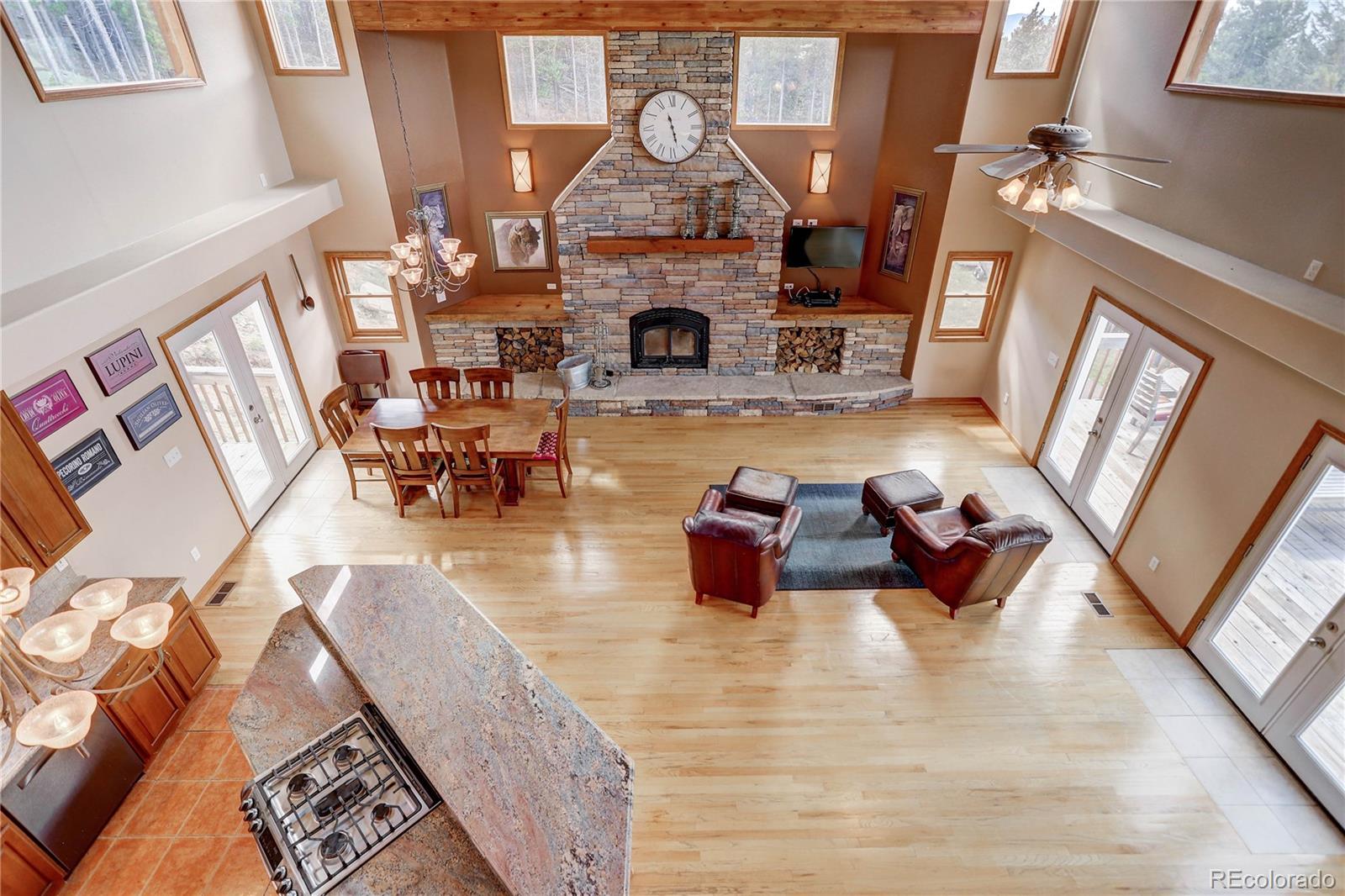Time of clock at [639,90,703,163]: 11:27
